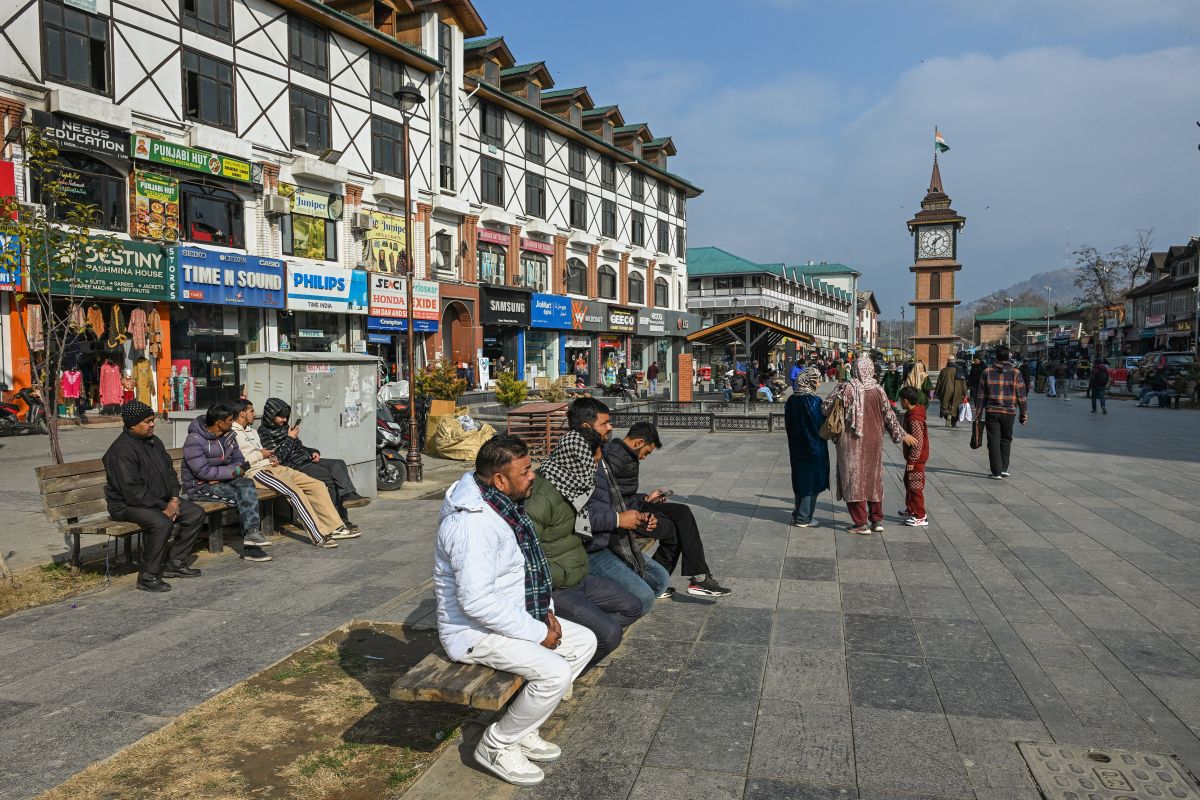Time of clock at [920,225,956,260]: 1:31
